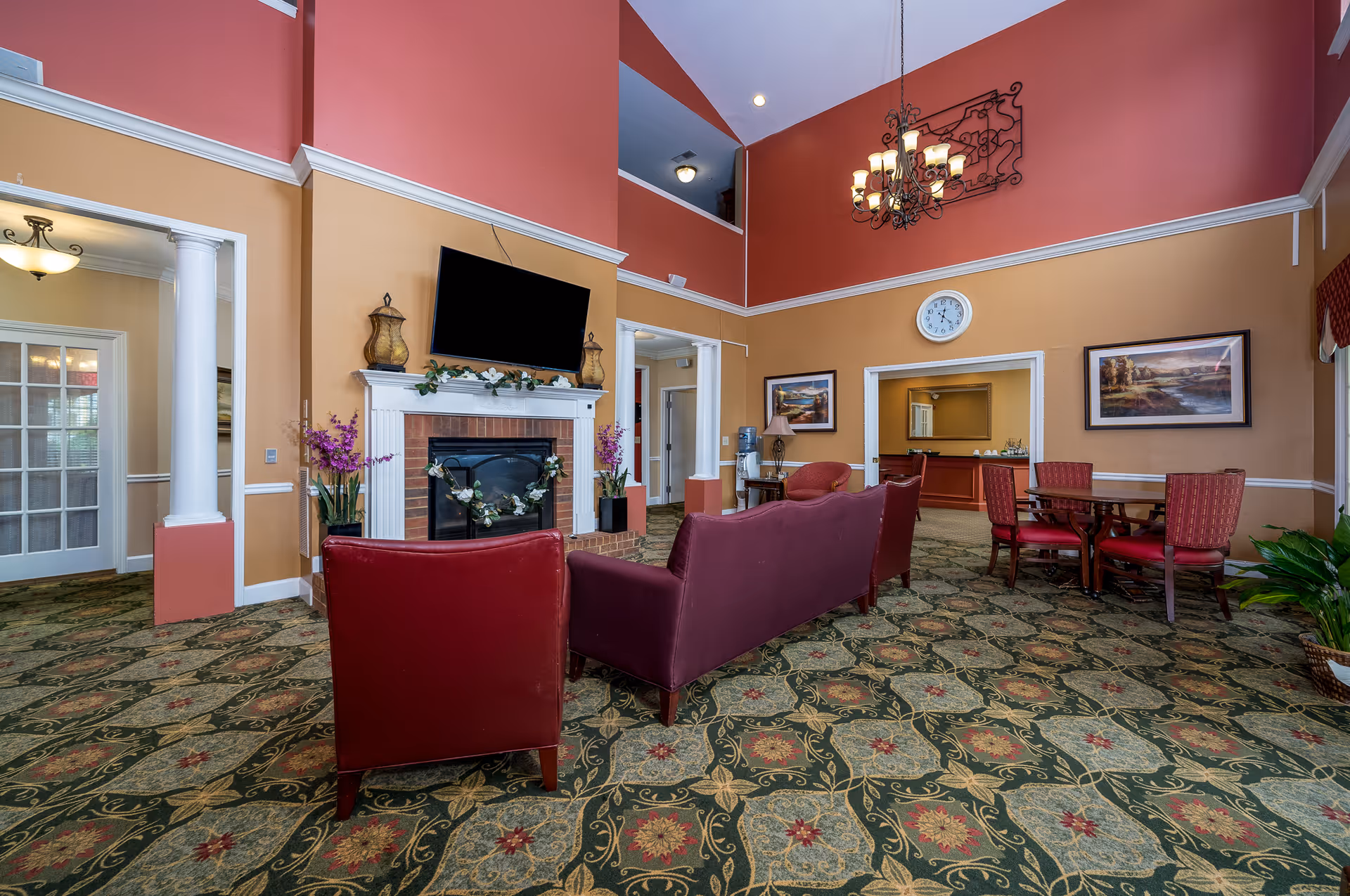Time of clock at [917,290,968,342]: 12:22
